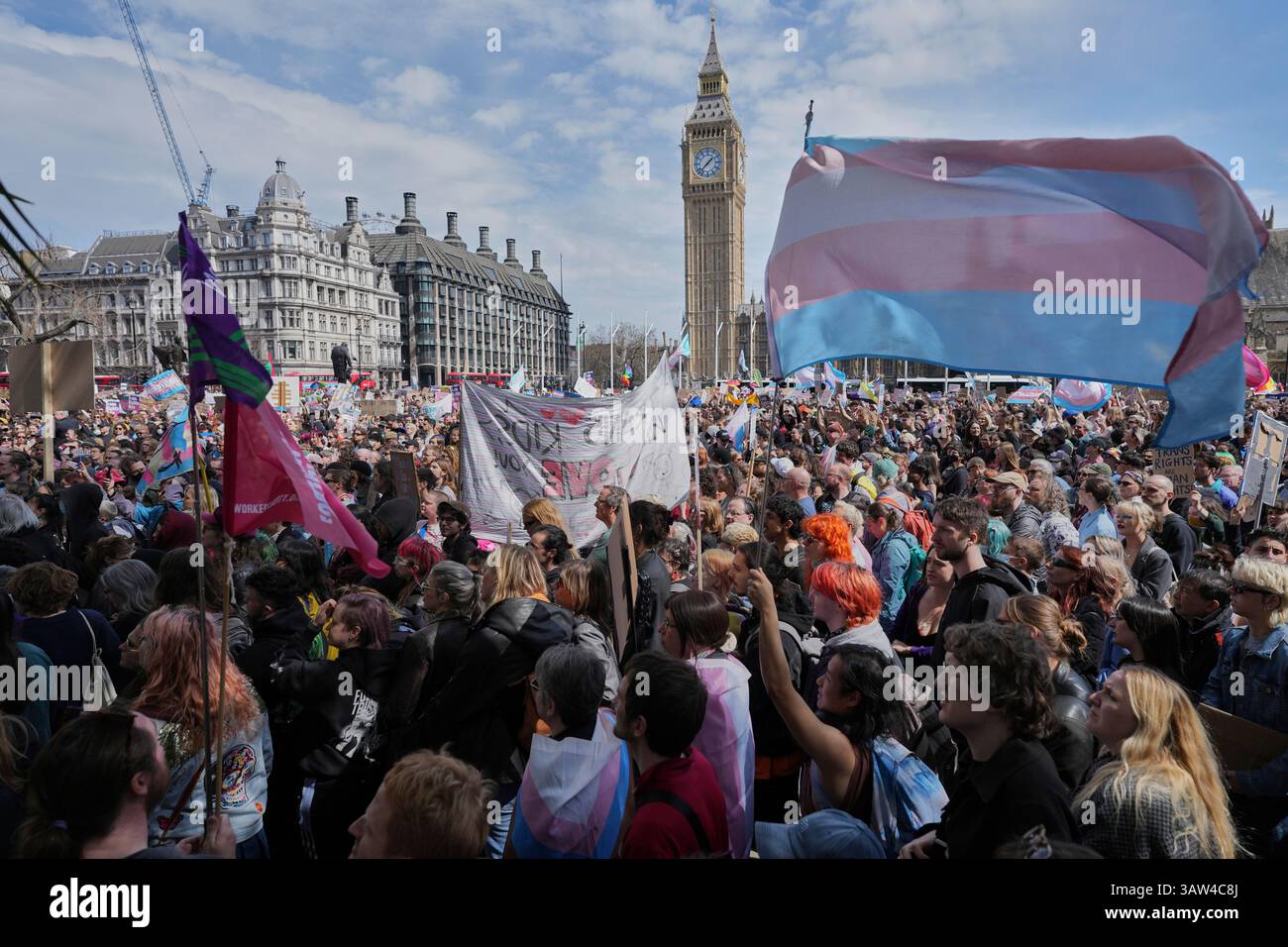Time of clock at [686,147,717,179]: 1:37
